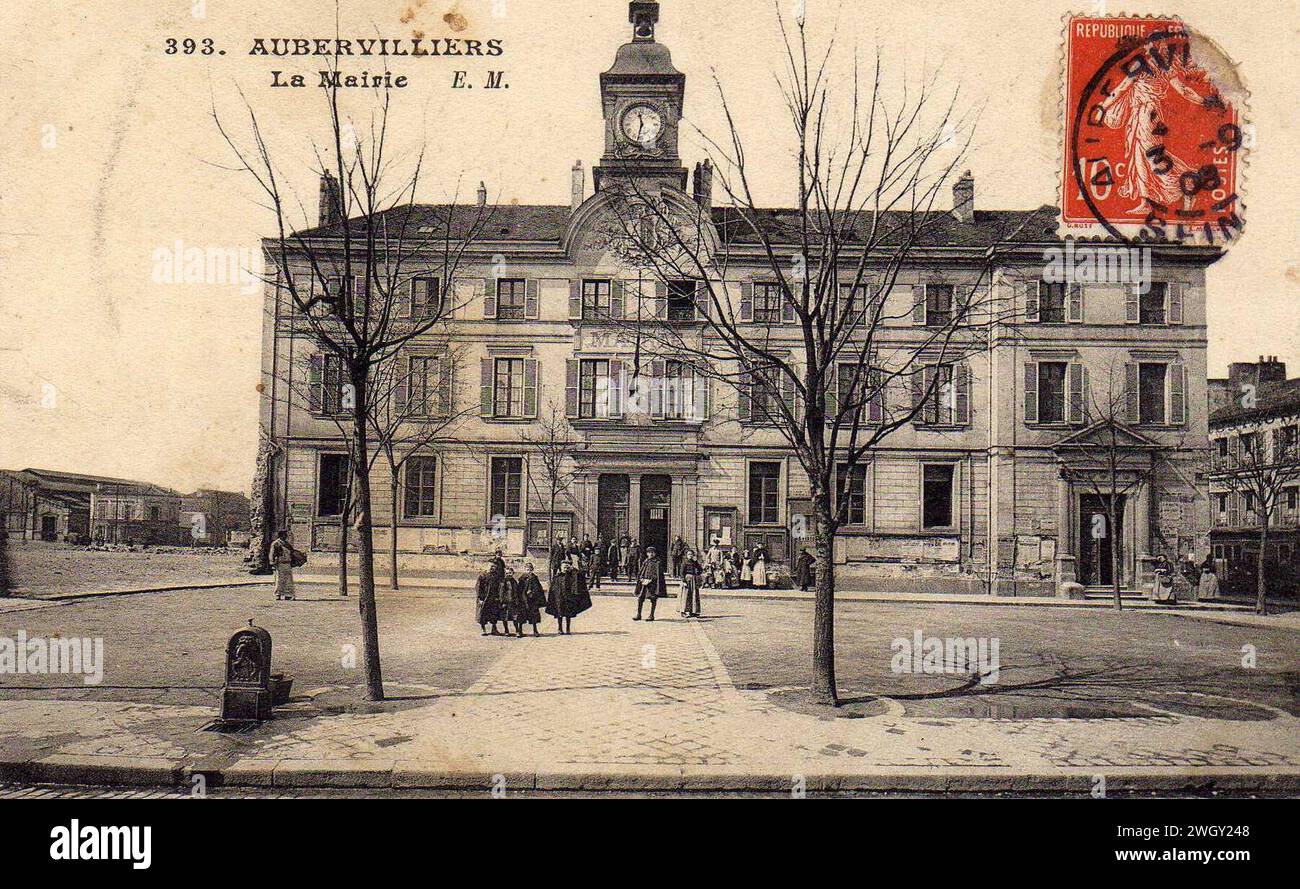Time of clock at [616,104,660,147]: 11:32
